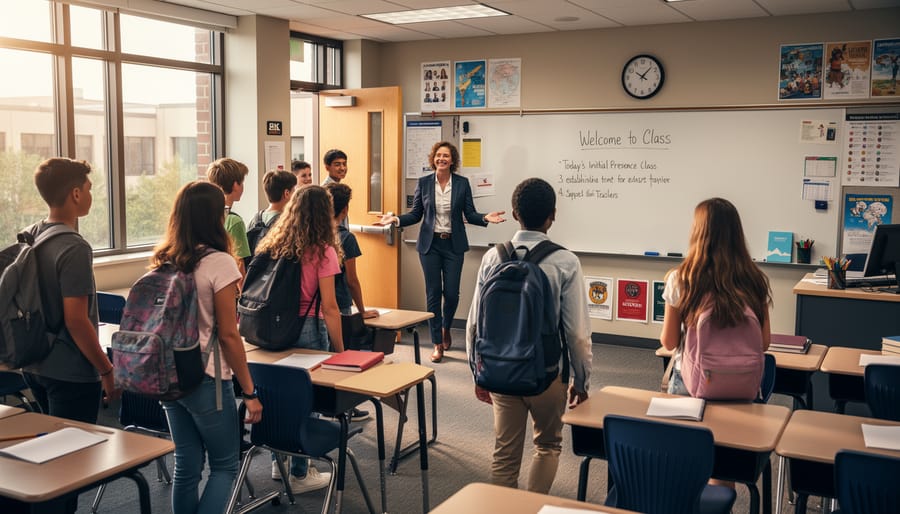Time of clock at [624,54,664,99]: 10:07
